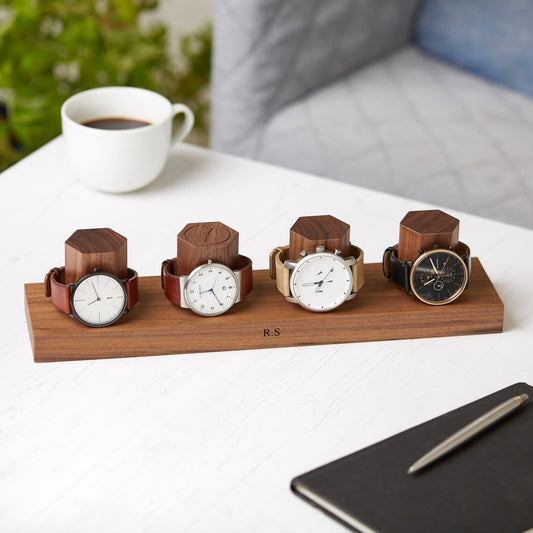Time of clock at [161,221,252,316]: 8:25
